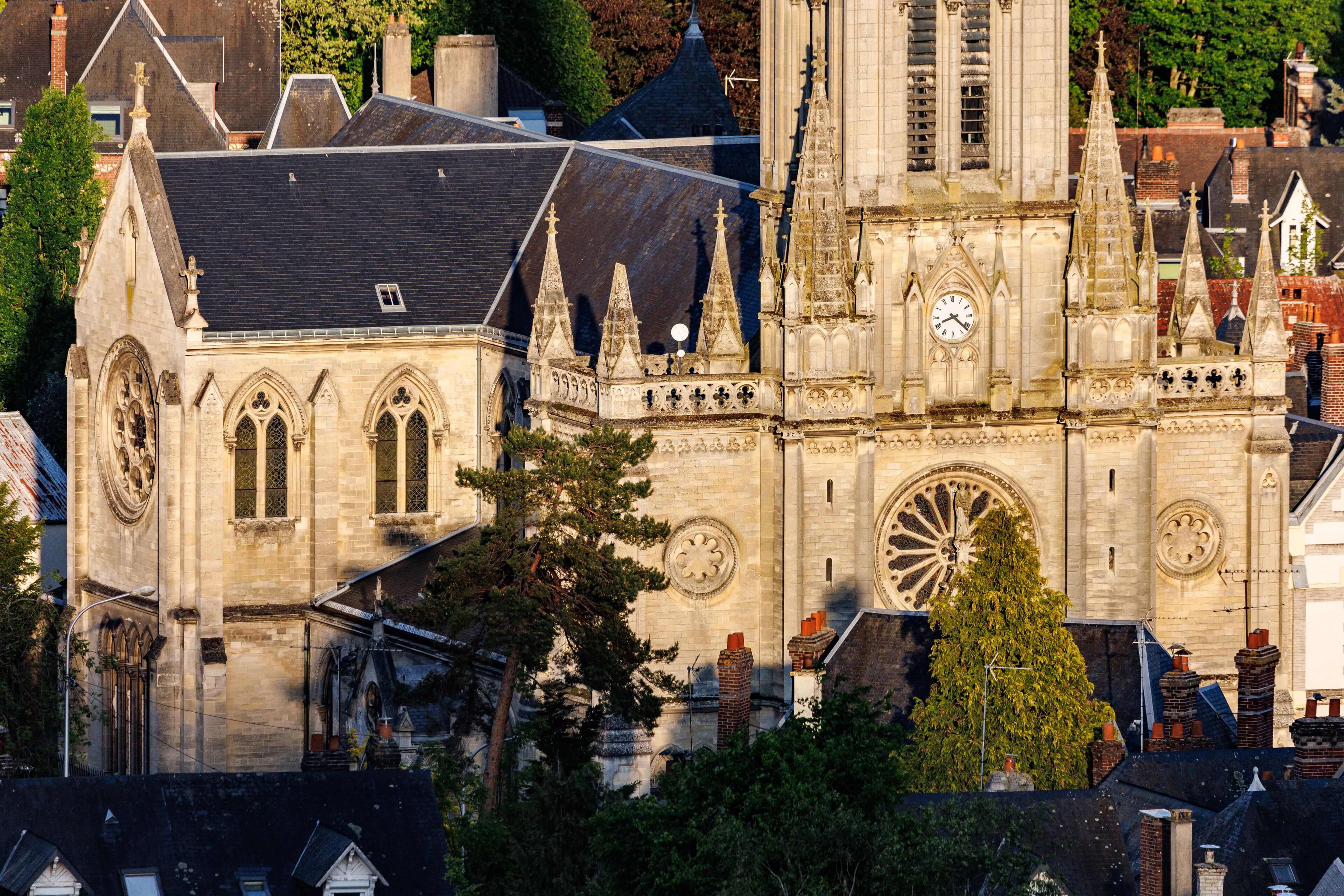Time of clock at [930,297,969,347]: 8:21
